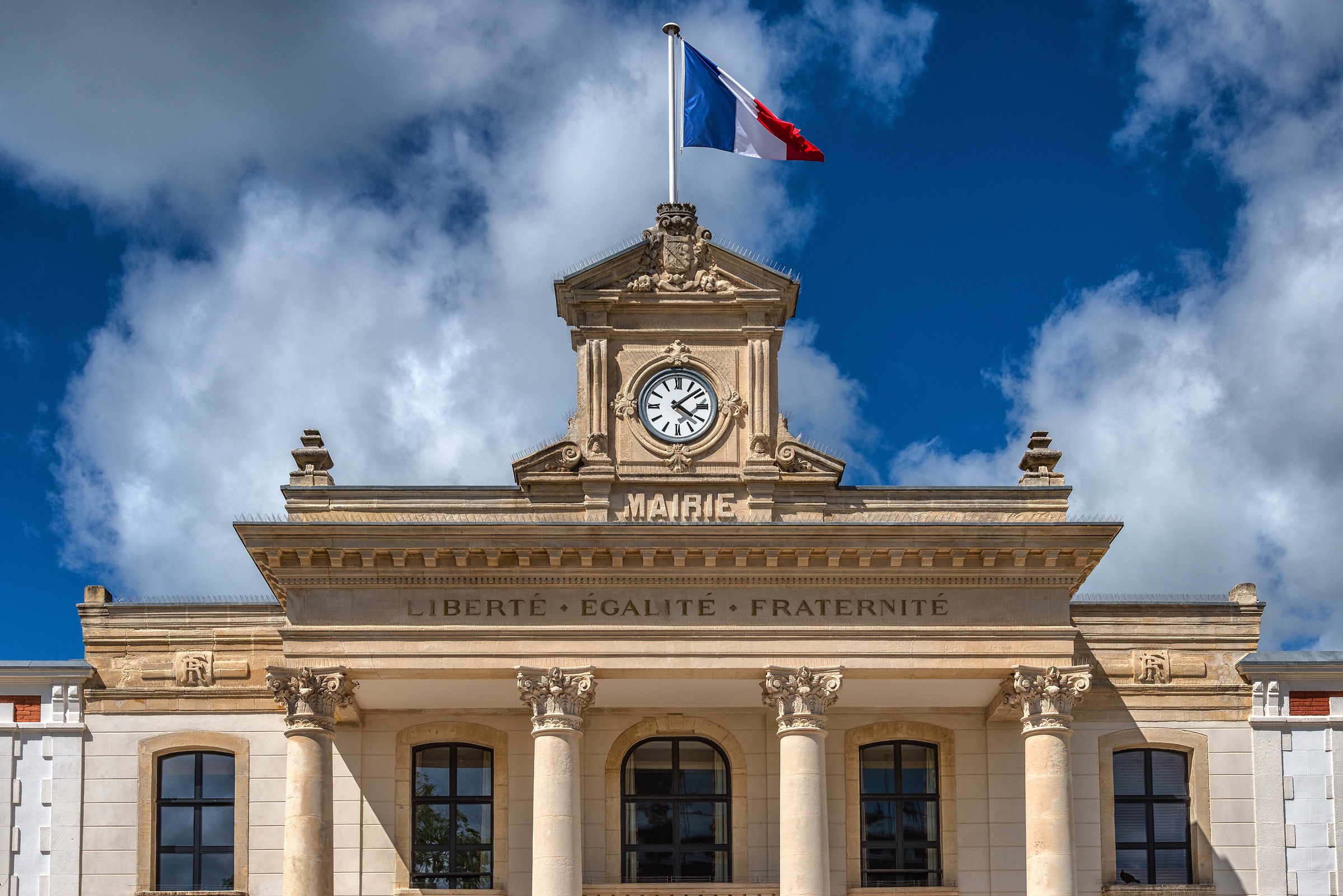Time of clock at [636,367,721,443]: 4:08
